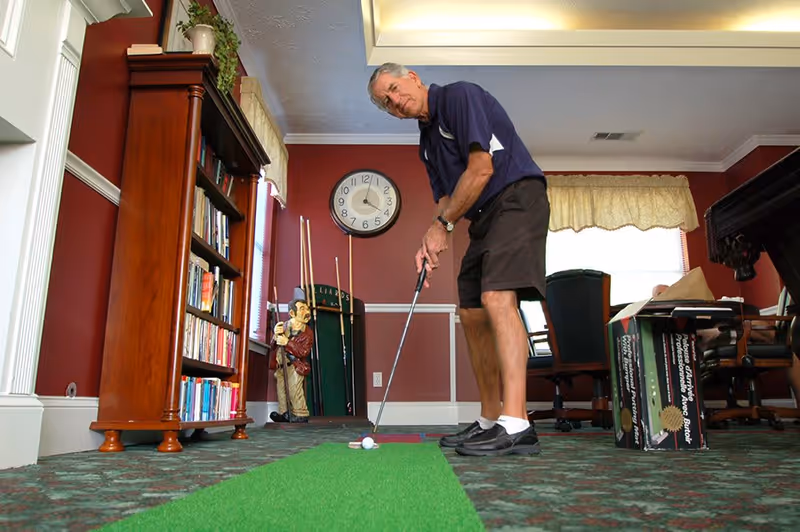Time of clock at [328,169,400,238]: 4:02
